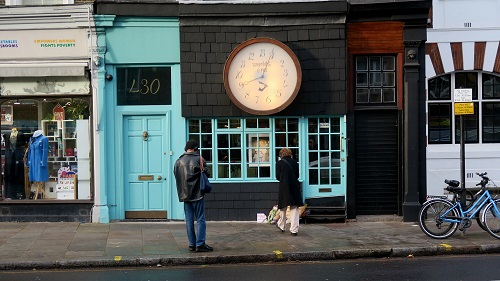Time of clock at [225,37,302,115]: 8:03
